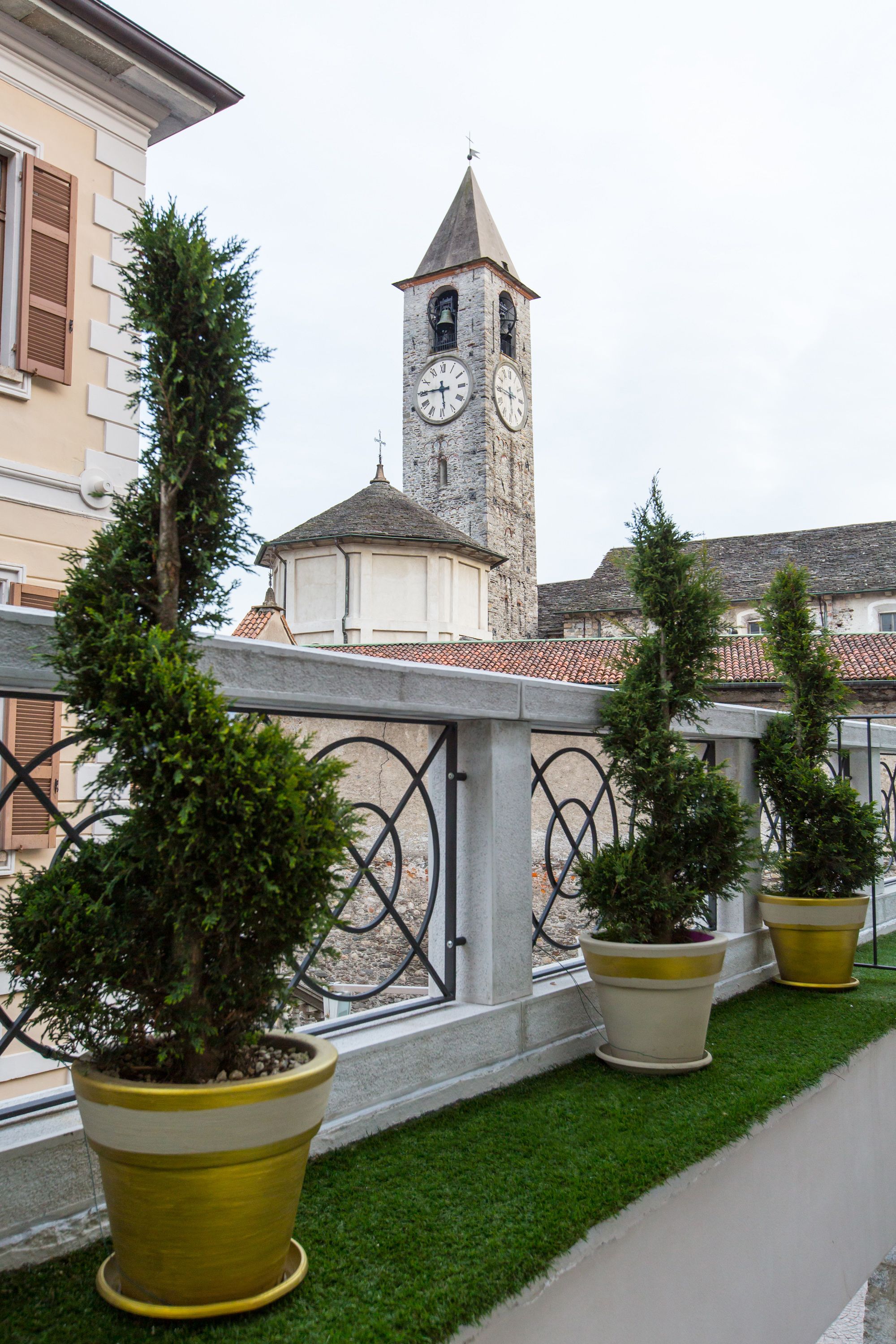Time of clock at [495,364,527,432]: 5:45
